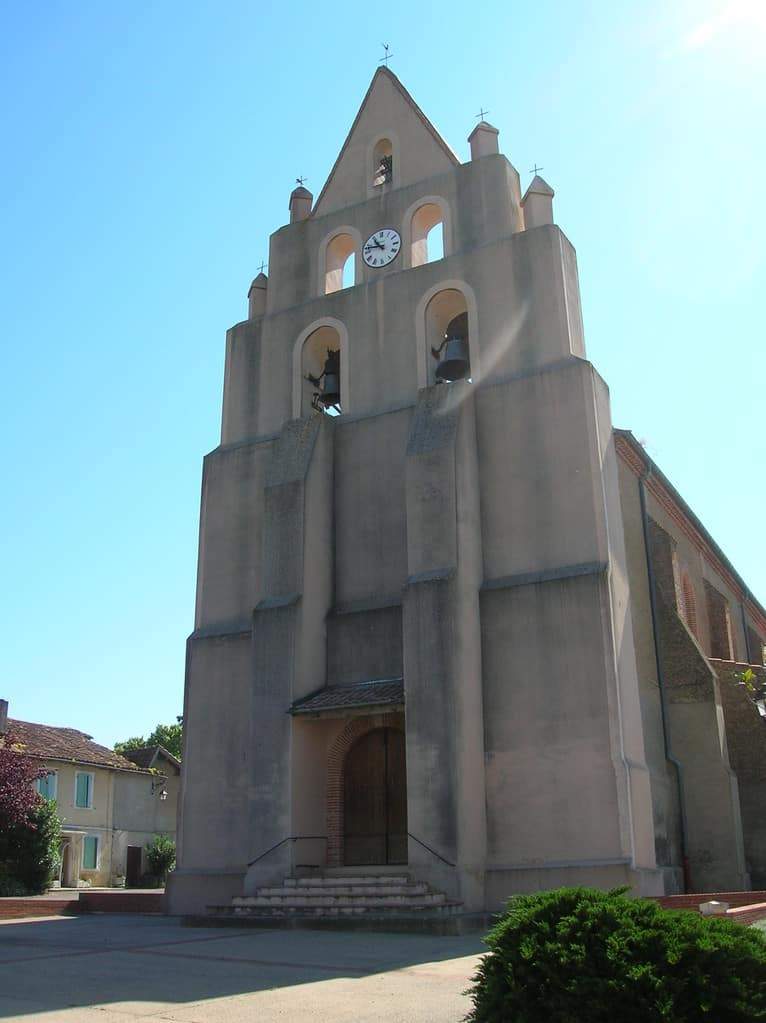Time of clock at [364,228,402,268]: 10:47
